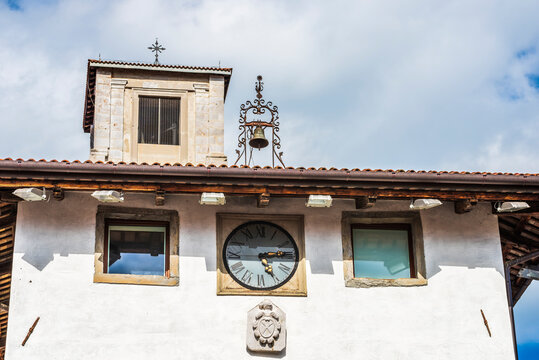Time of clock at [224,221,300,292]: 5:13
